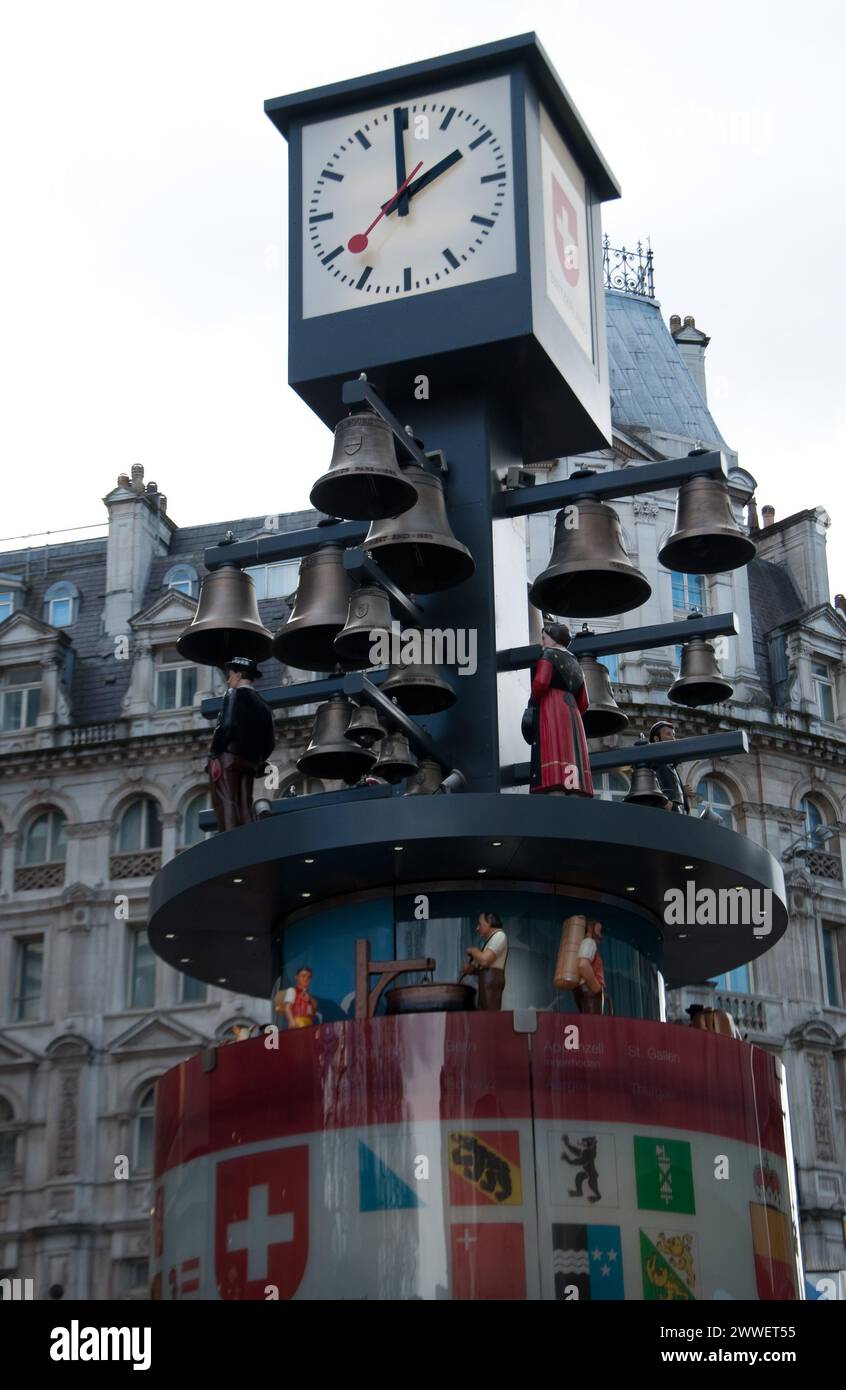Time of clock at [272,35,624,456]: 1:59
